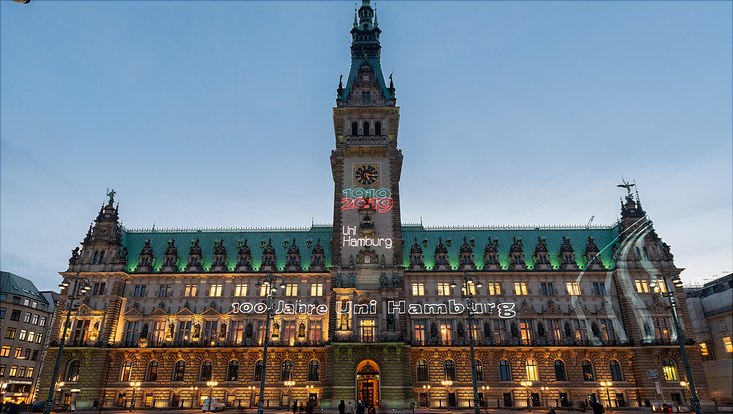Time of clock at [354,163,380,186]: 5:14
